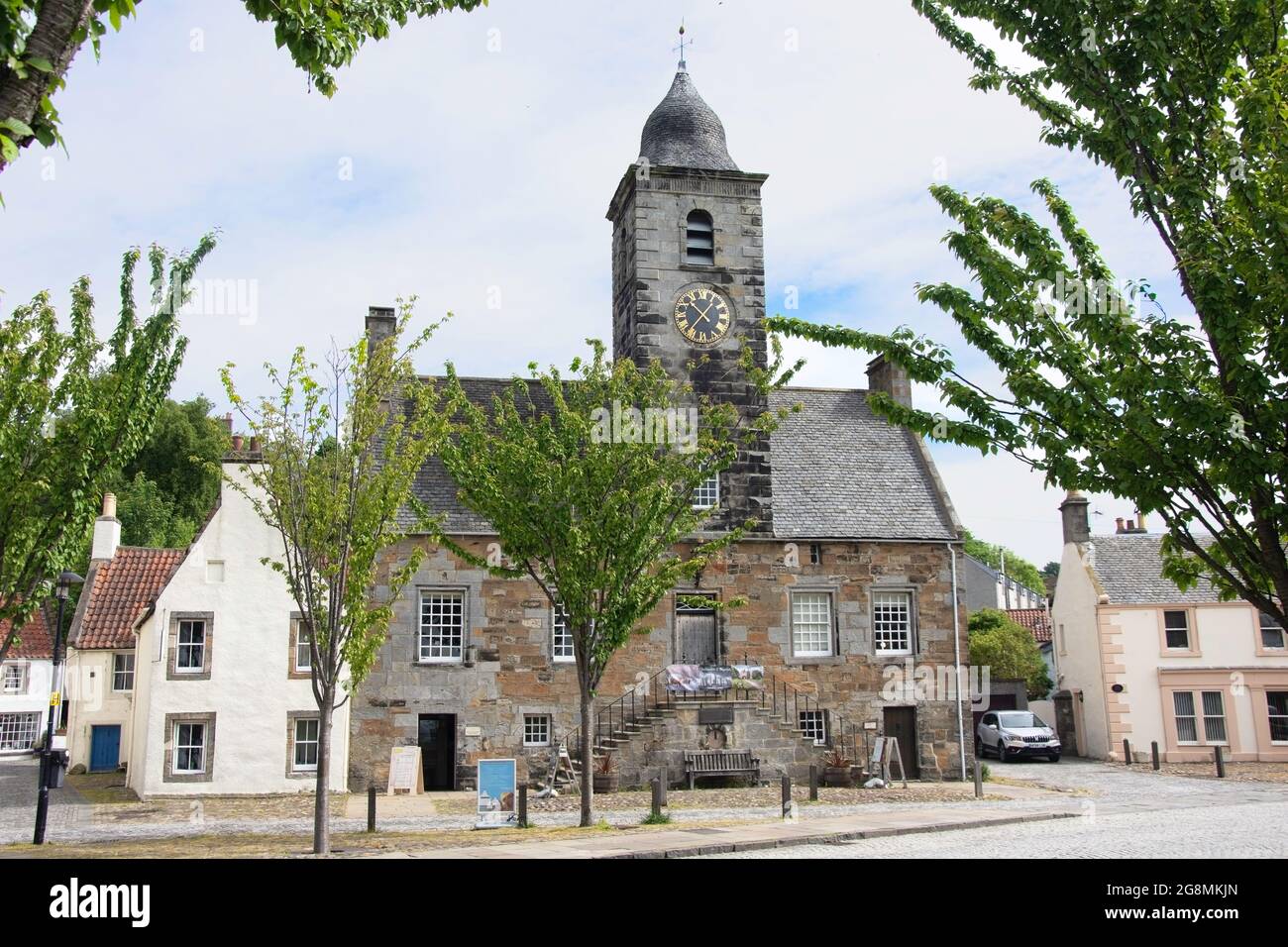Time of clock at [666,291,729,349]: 10:36
